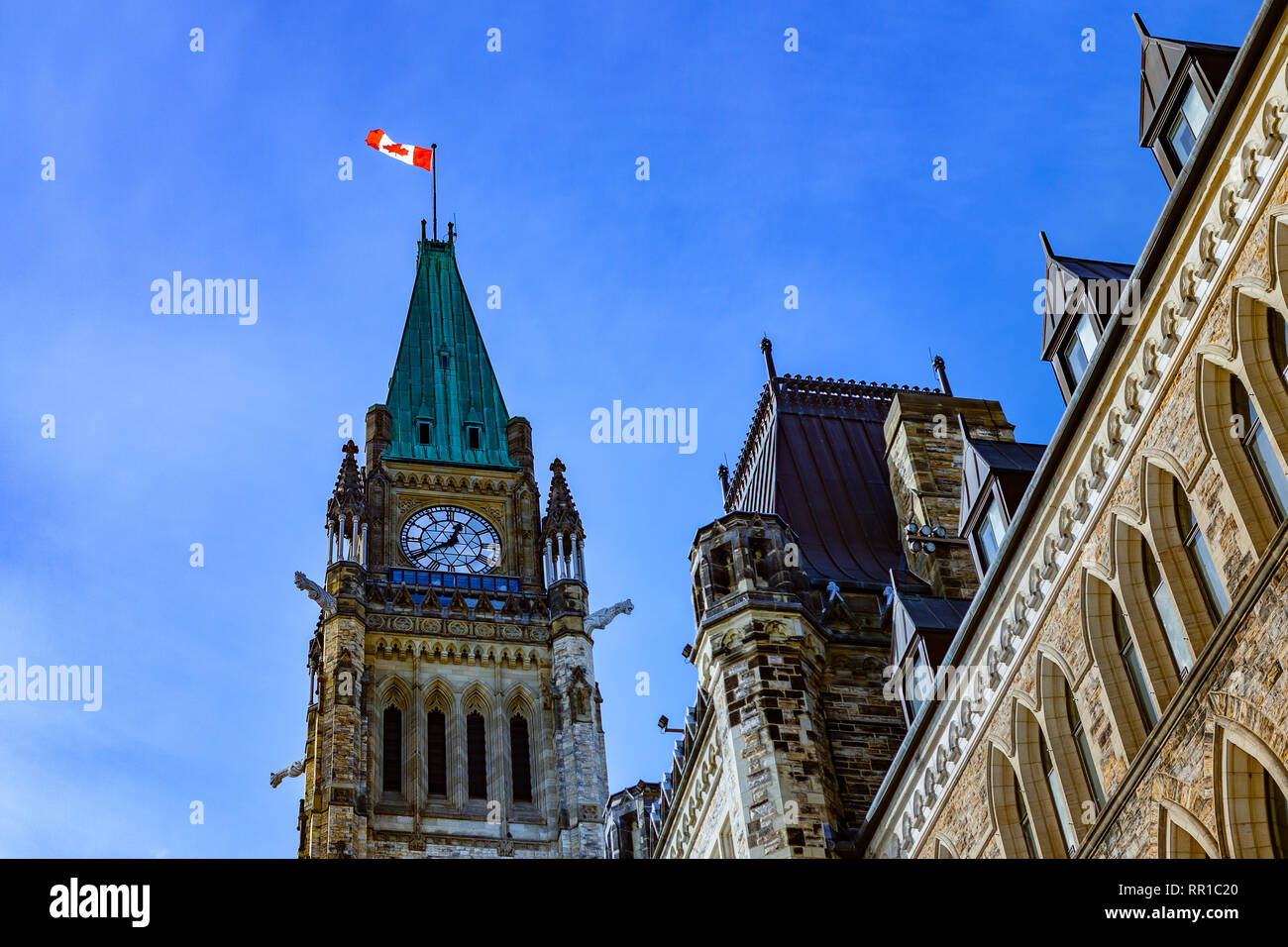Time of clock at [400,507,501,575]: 12:39
